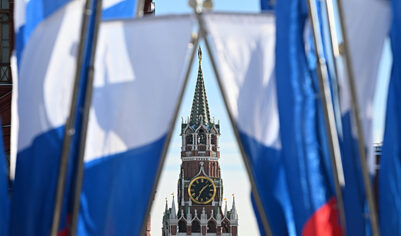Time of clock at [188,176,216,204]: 1:34
